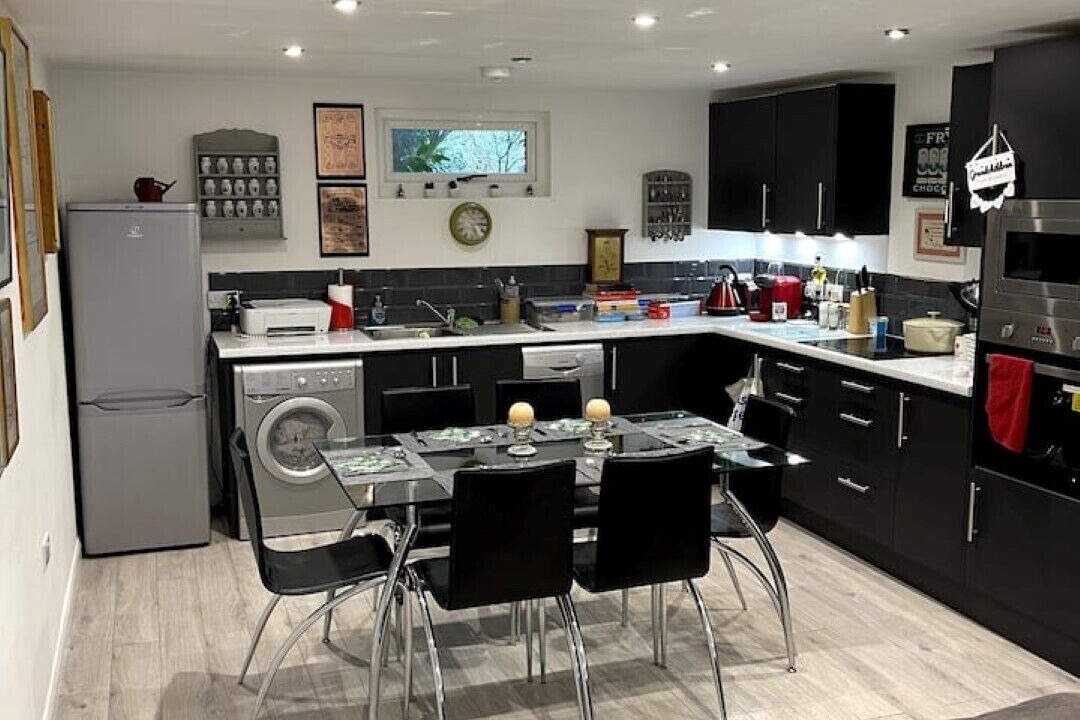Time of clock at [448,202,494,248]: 5:14
